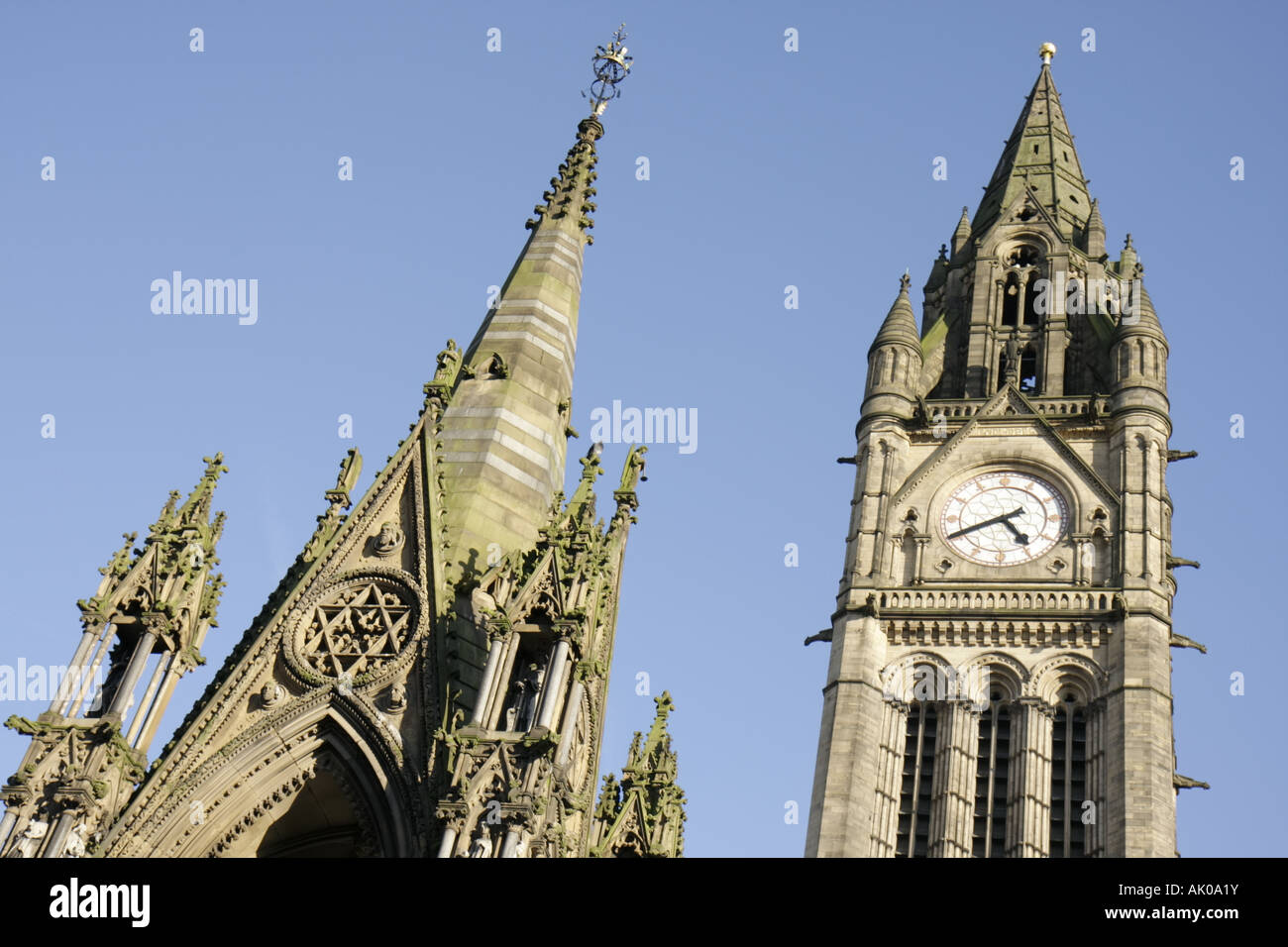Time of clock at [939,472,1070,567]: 4:40
